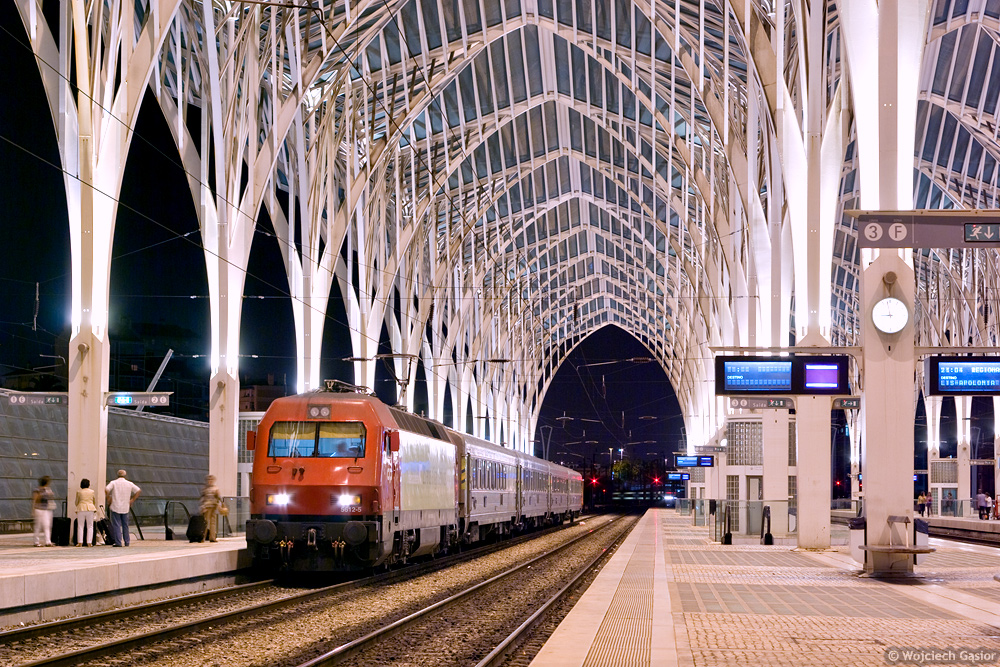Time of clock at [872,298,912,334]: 8:58
